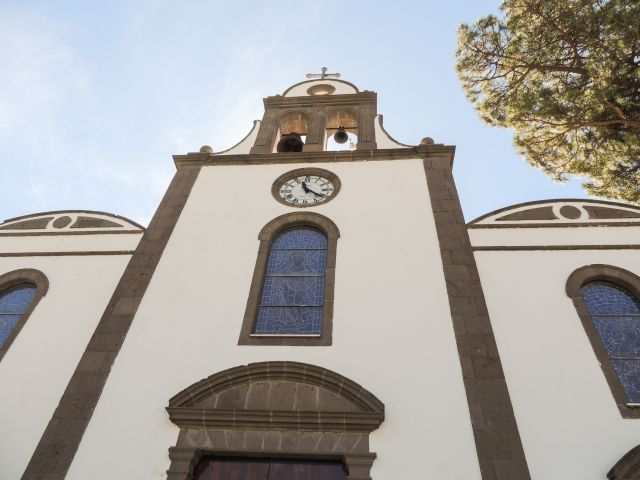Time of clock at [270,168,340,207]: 11:21
